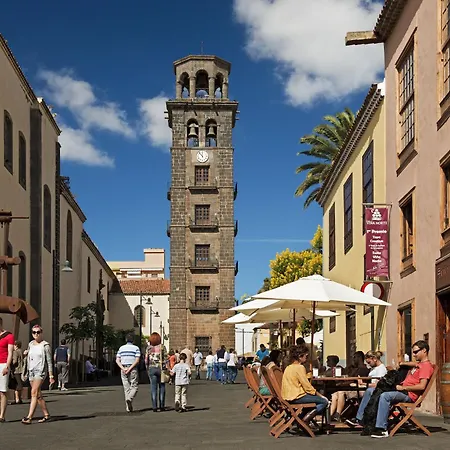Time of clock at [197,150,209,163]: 11:53
